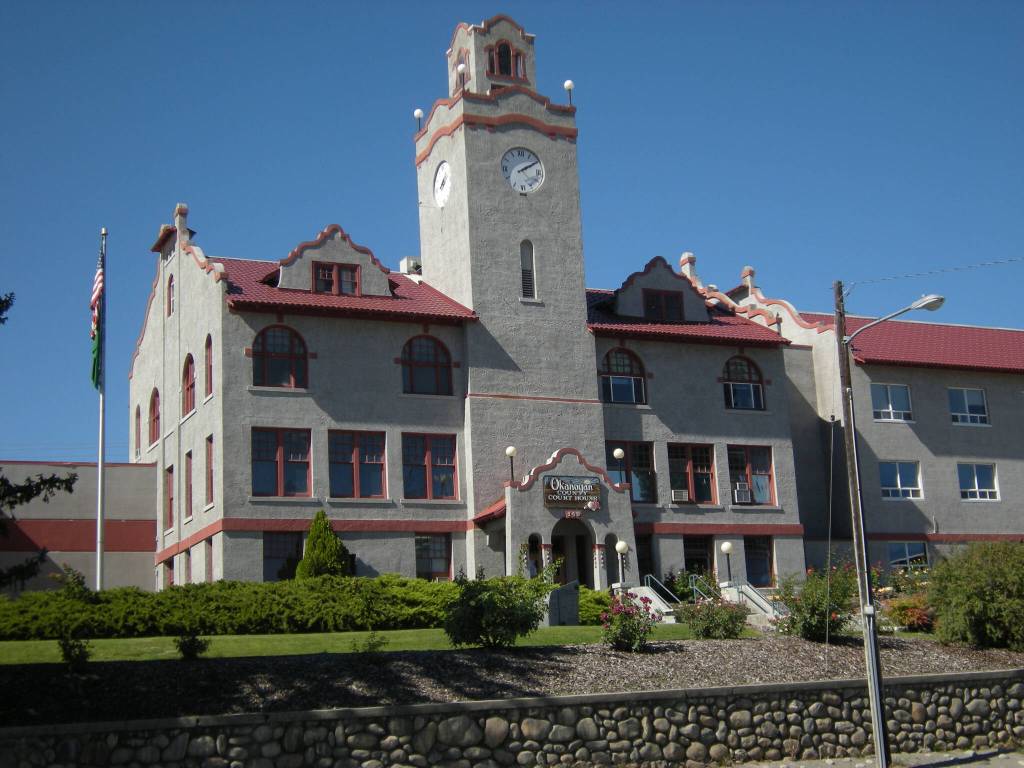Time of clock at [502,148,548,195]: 2:10
